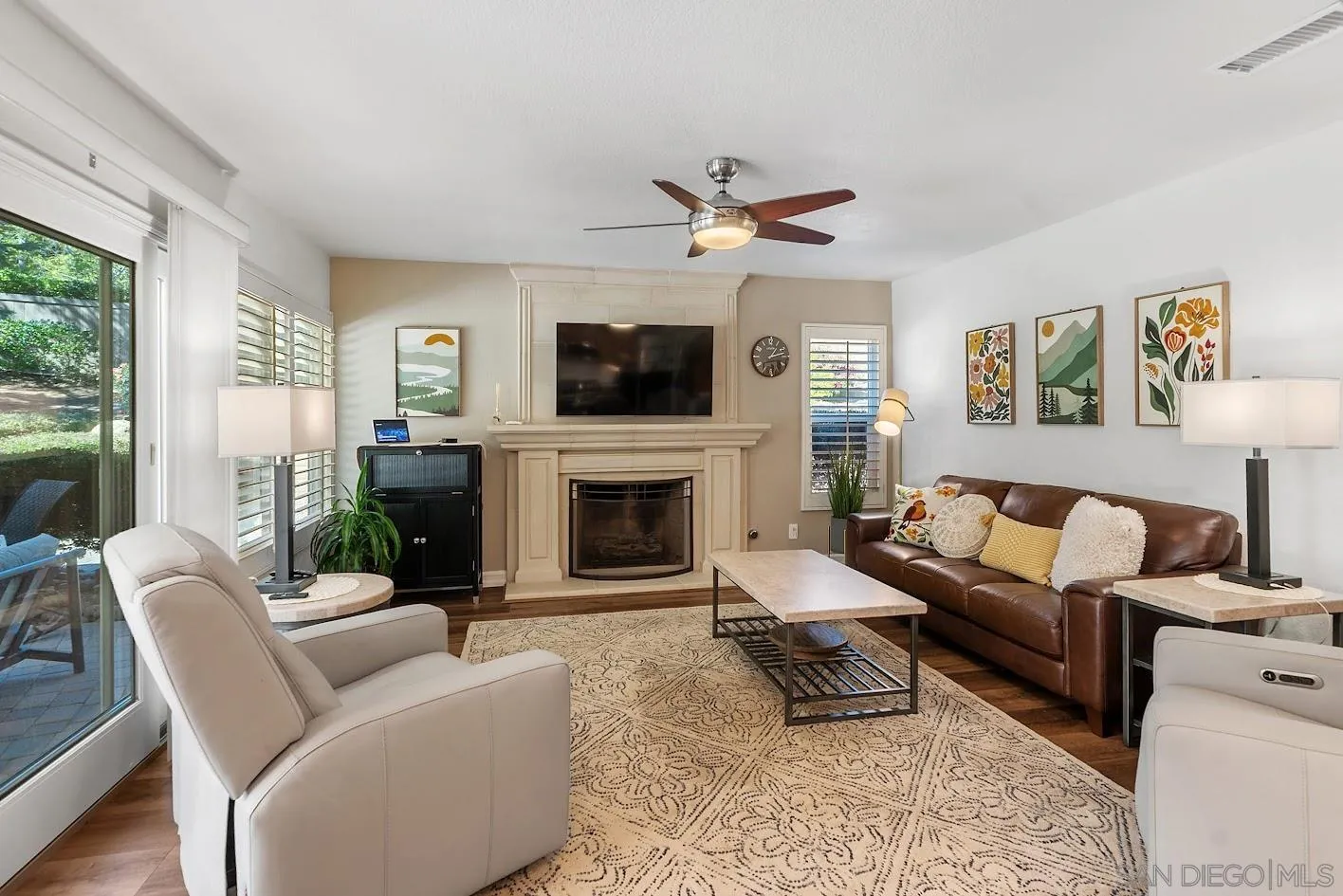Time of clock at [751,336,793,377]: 1:12
